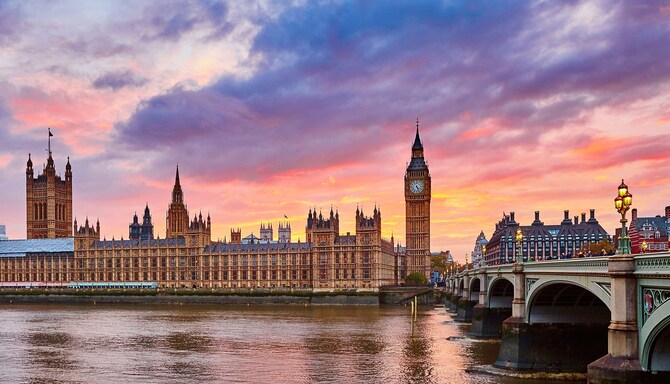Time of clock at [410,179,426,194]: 4:26
